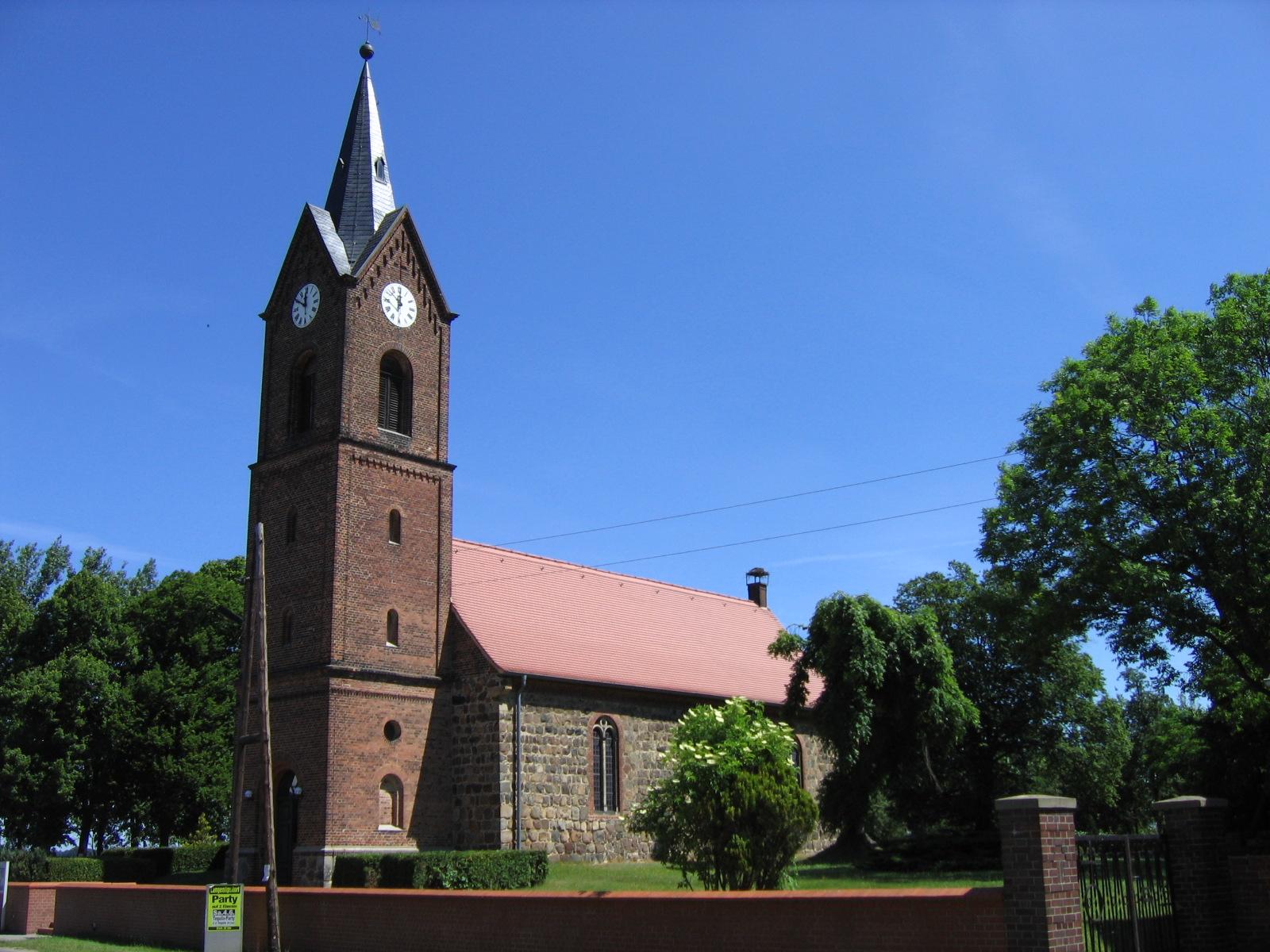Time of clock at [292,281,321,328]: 11:50
